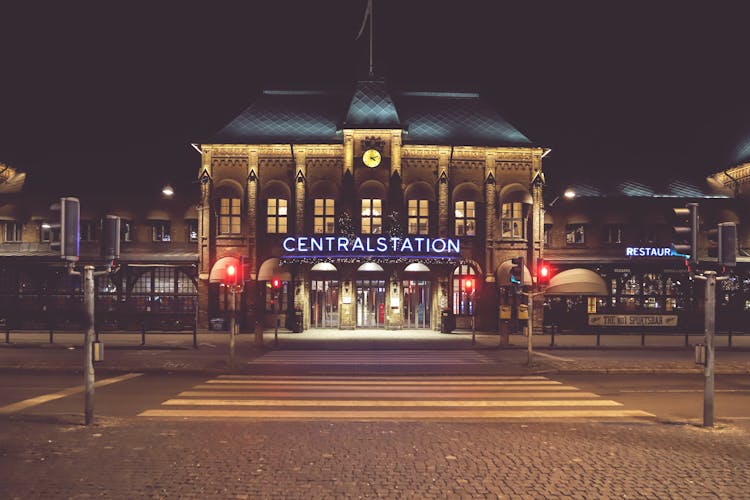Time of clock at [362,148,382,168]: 4:12
